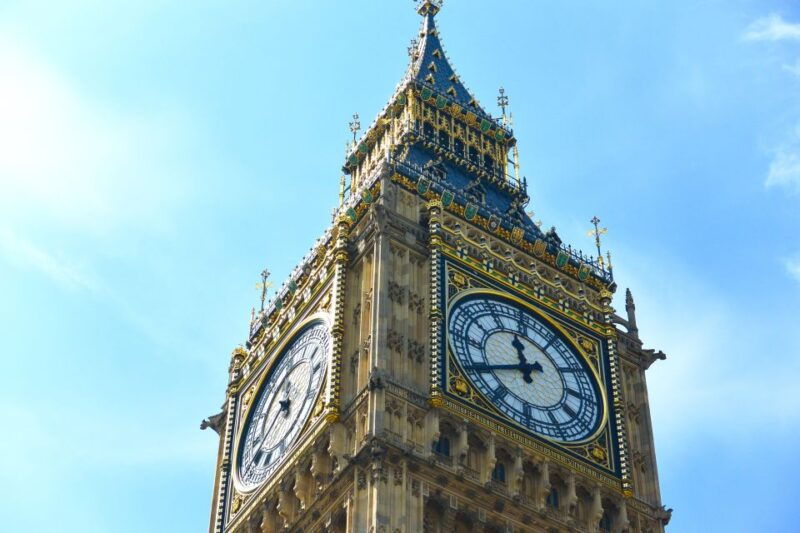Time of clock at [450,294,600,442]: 11:40
